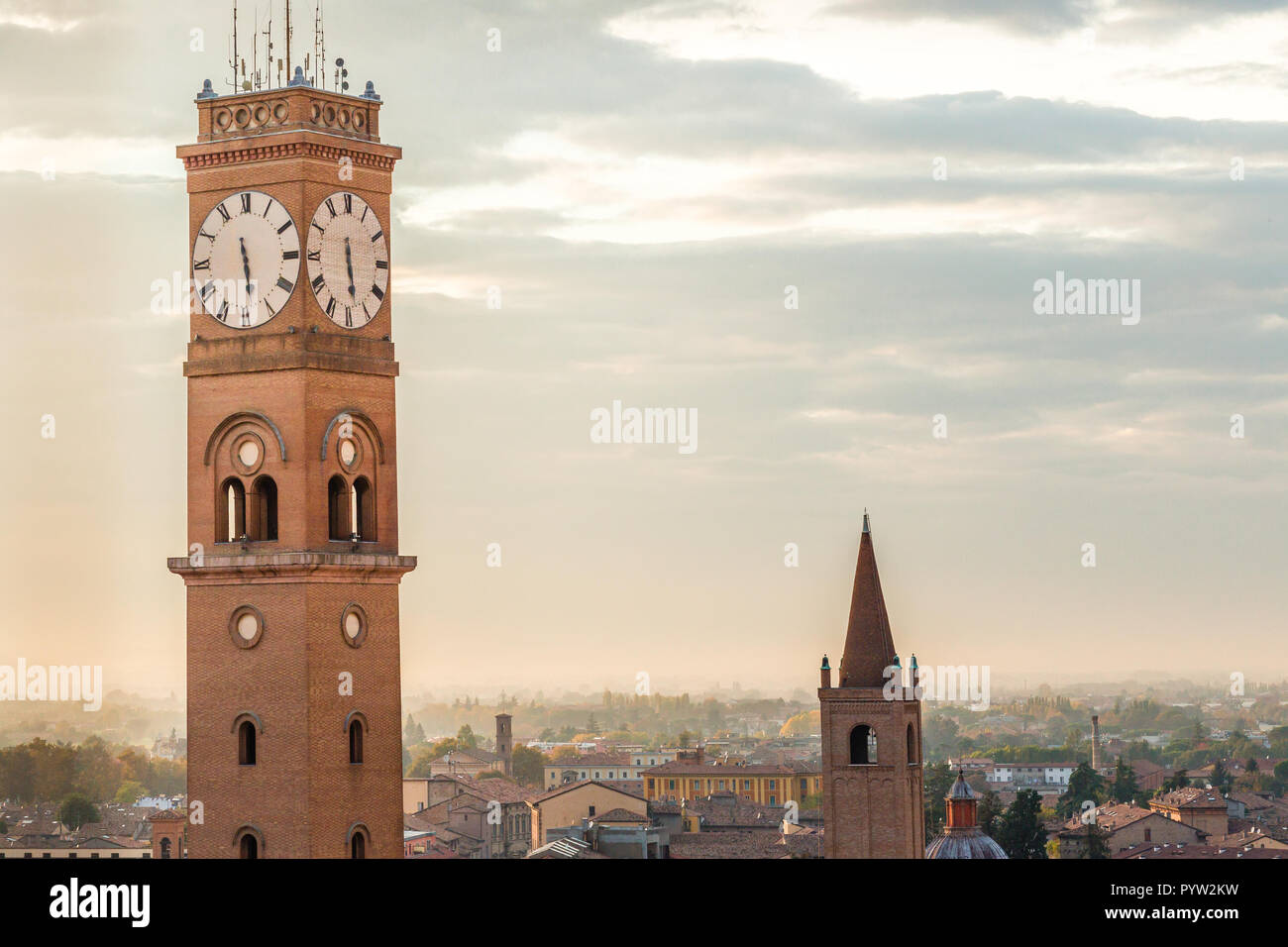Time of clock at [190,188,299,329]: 5:28
